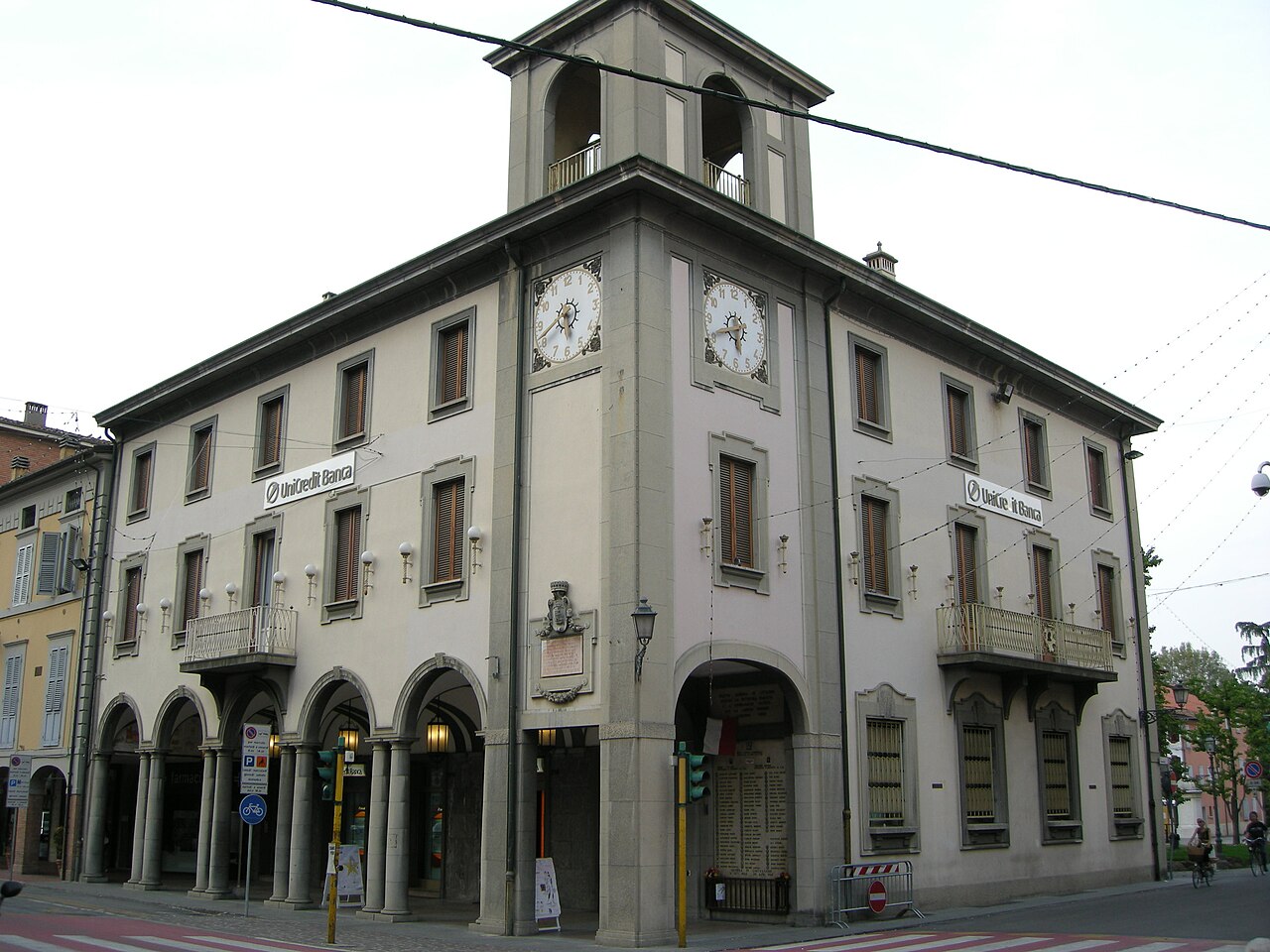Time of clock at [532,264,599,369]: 5:41
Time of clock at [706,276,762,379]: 5:41
